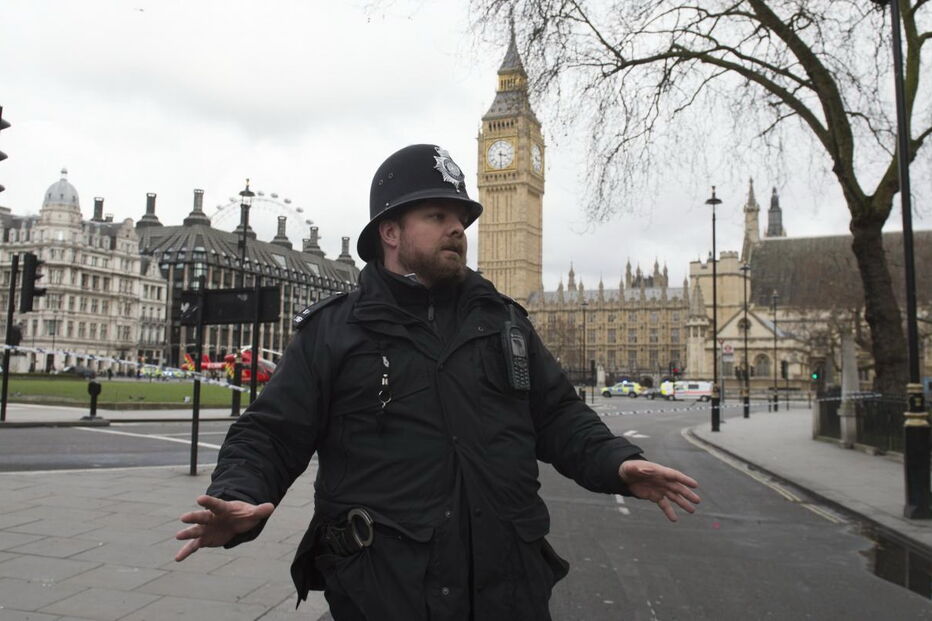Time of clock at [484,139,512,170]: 3:29
